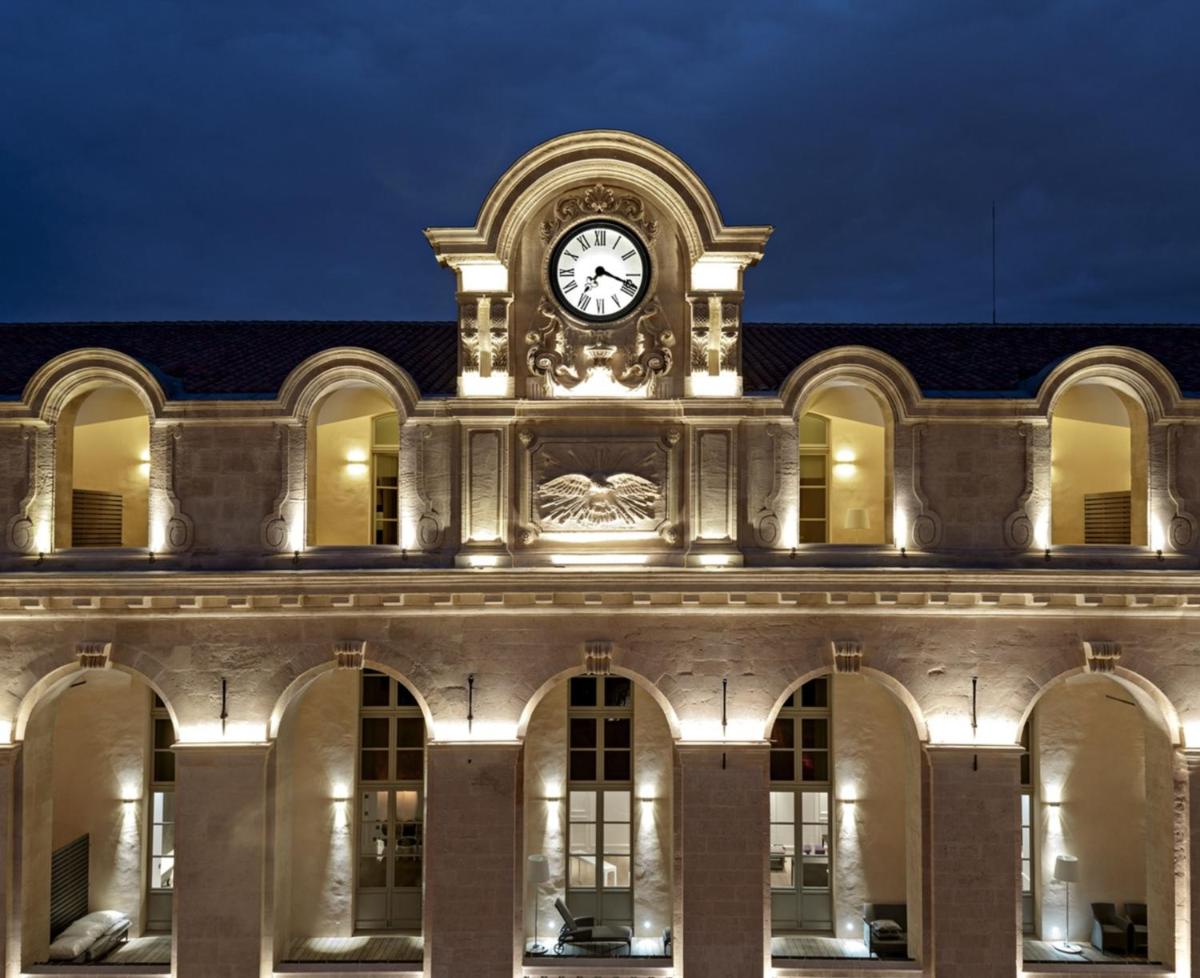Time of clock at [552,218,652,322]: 7:18
